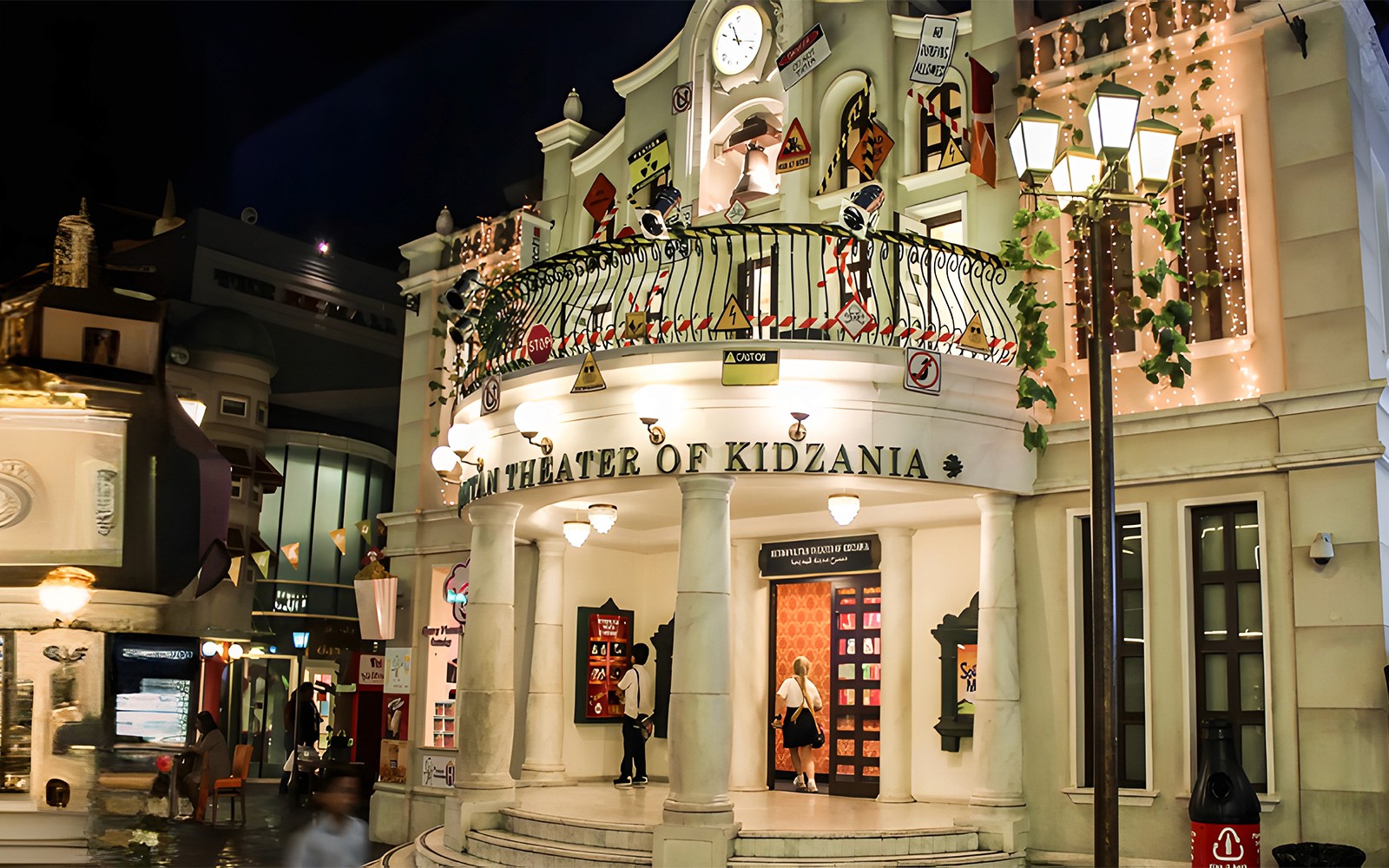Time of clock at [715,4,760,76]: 11:17
